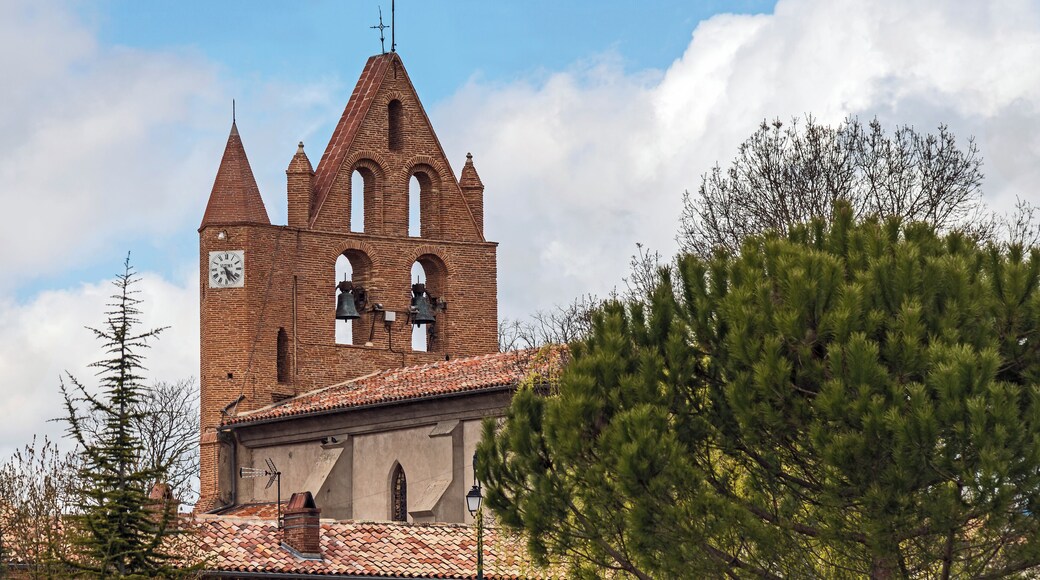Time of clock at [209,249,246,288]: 5:21
